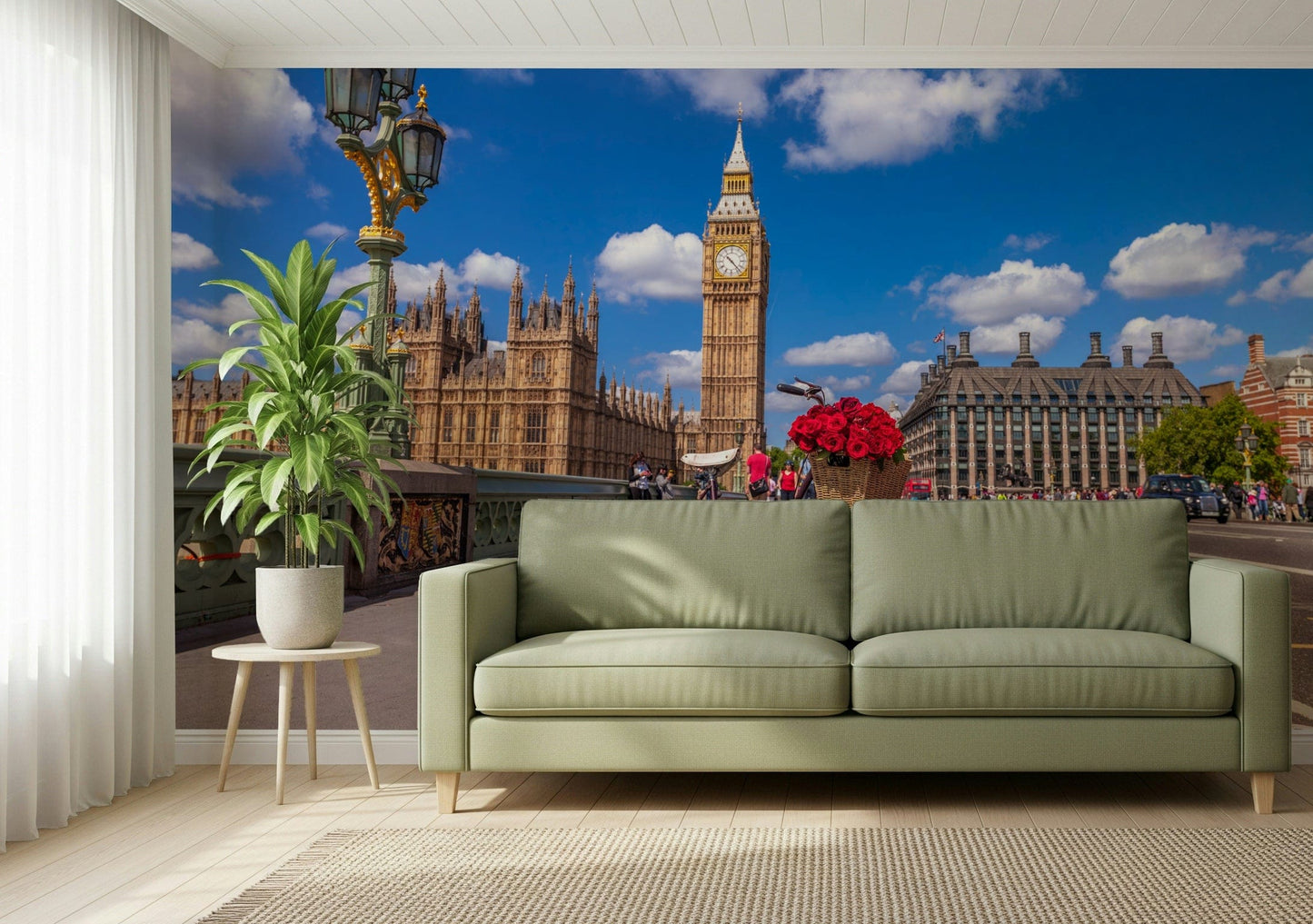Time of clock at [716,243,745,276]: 10:22
